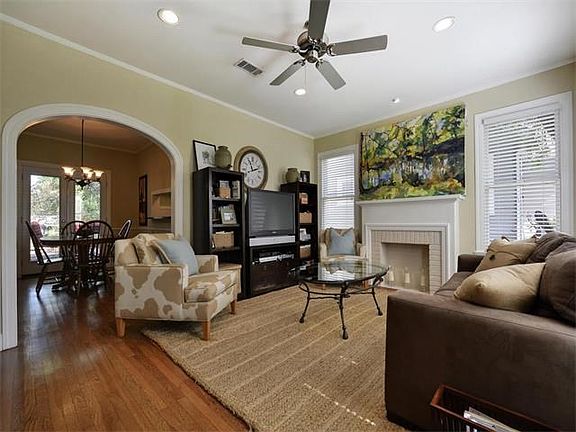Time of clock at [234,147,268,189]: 11:12
